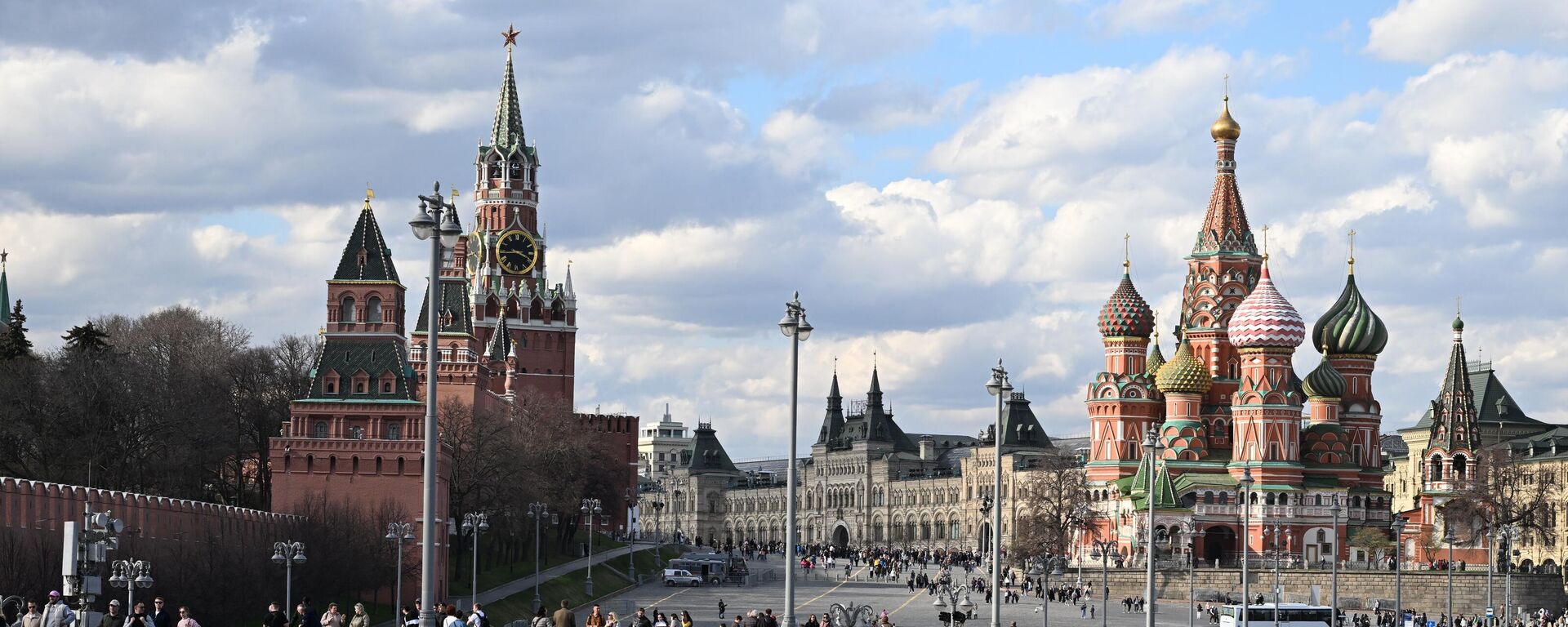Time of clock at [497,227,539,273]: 3:44
